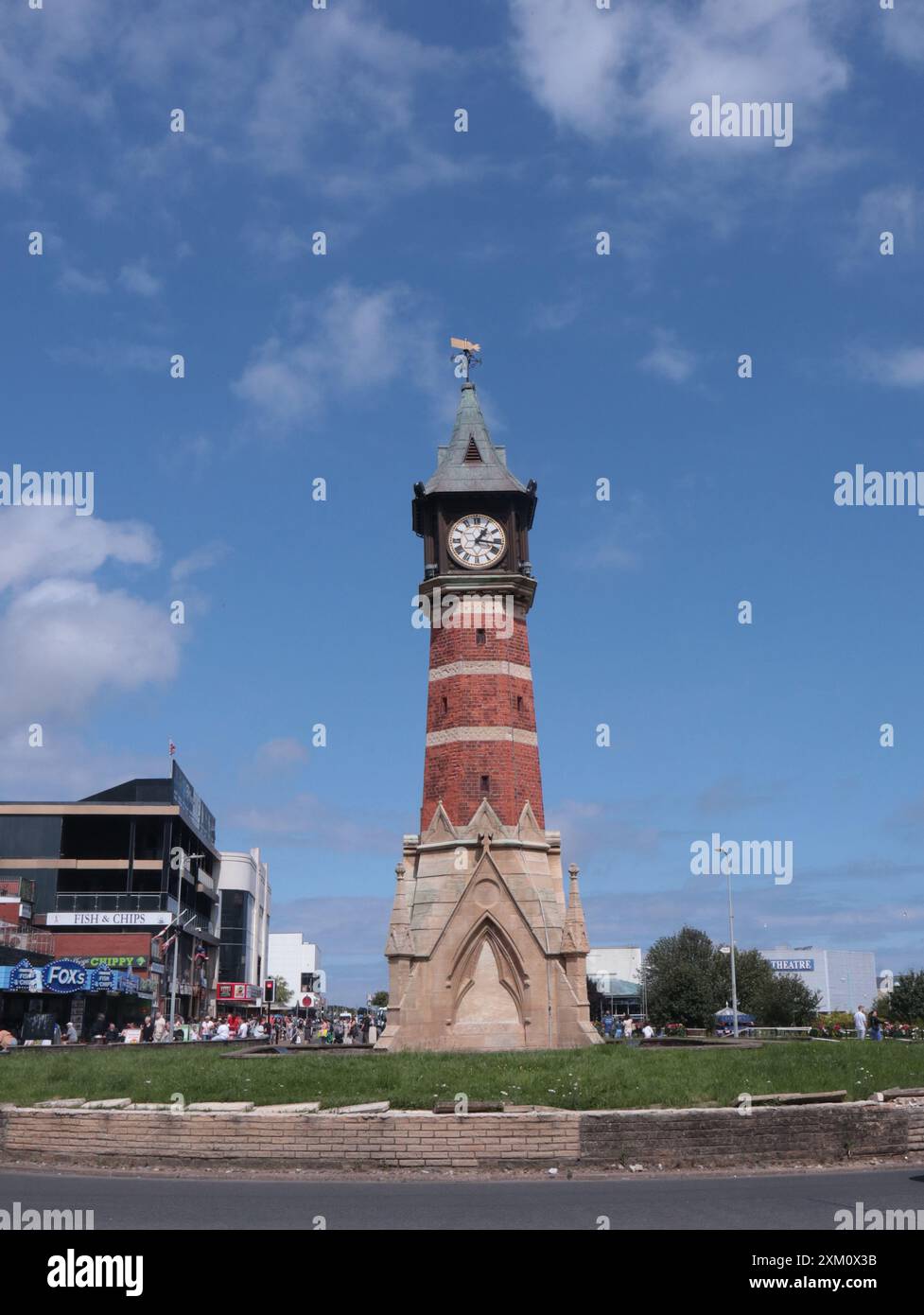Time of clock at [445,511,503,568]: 1:16
